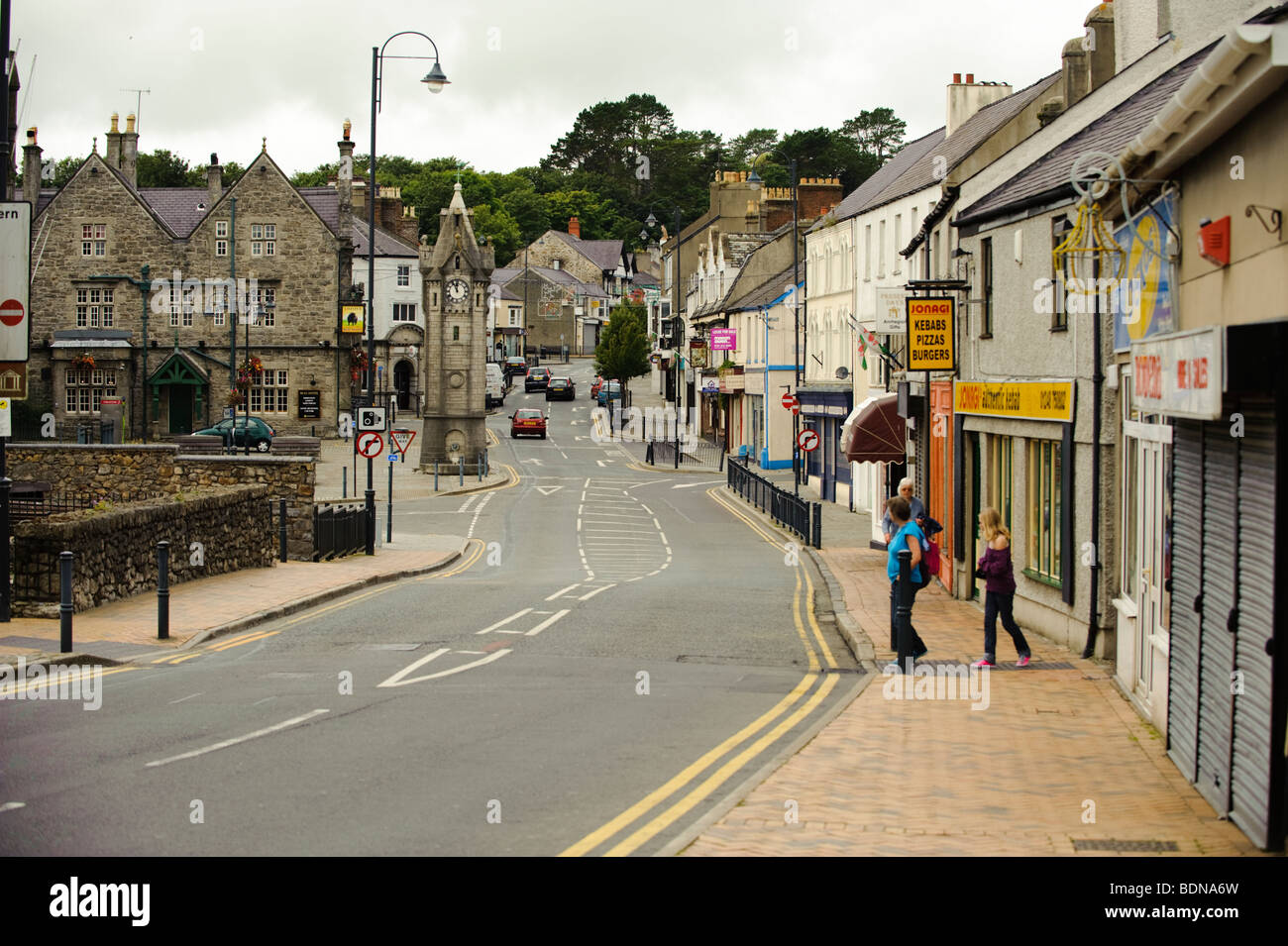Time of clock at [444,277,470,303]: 11:55
